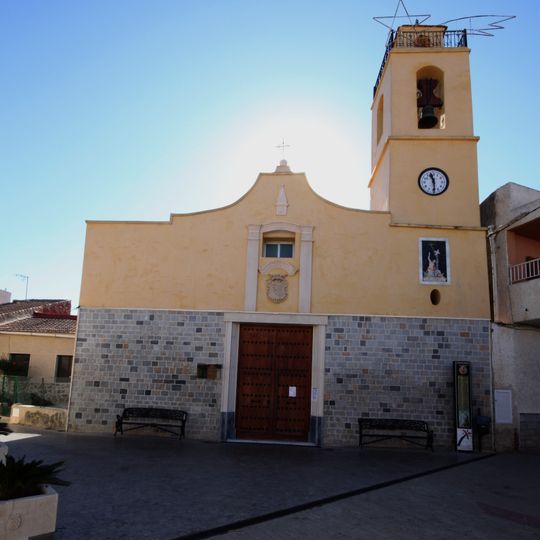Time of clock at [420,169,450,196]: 11:29
